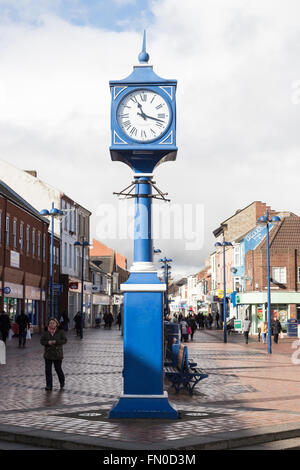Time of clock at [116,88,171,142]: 11:17
